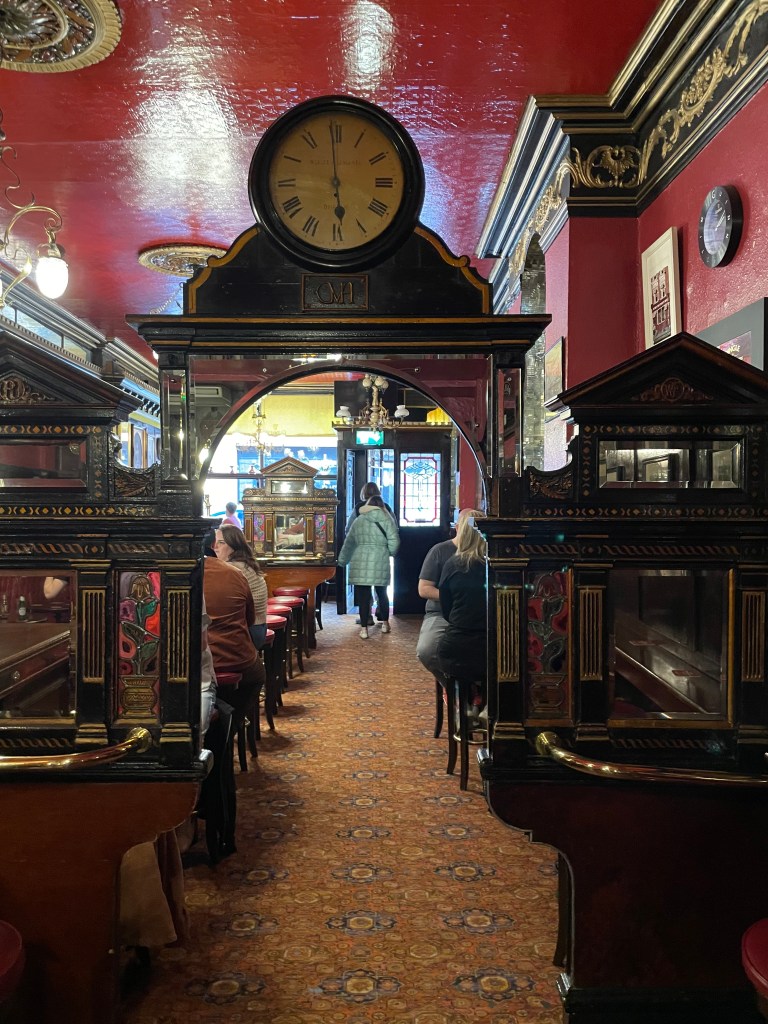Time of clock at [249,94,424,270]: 5:59
